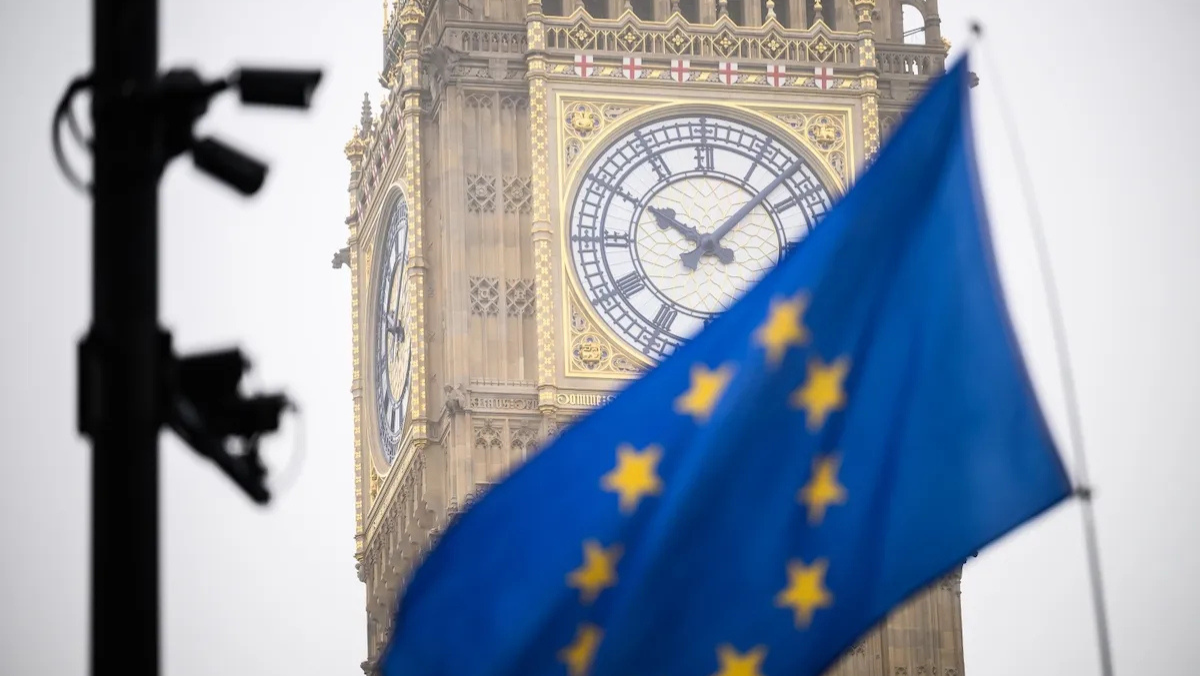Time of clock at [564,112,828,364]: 10:07
